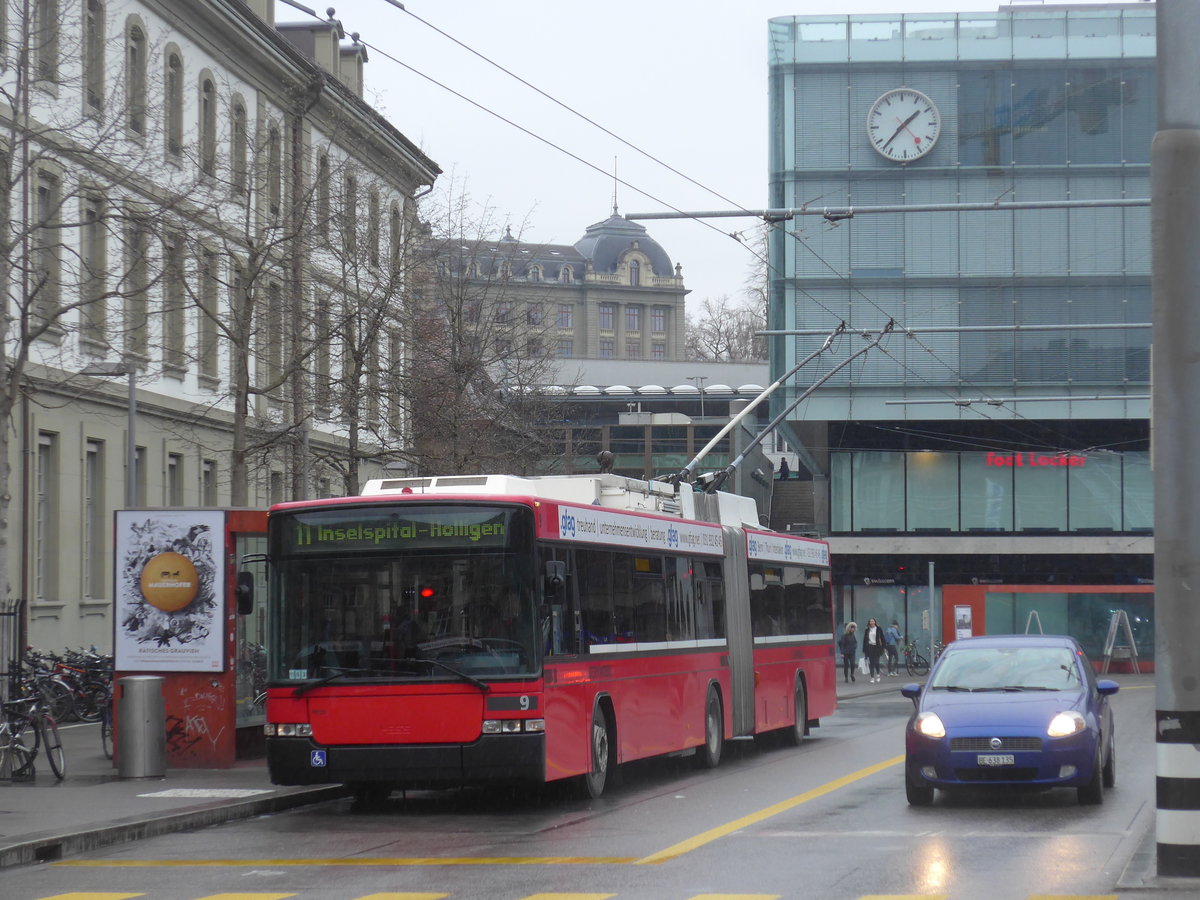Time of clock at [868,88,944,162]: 1:37
